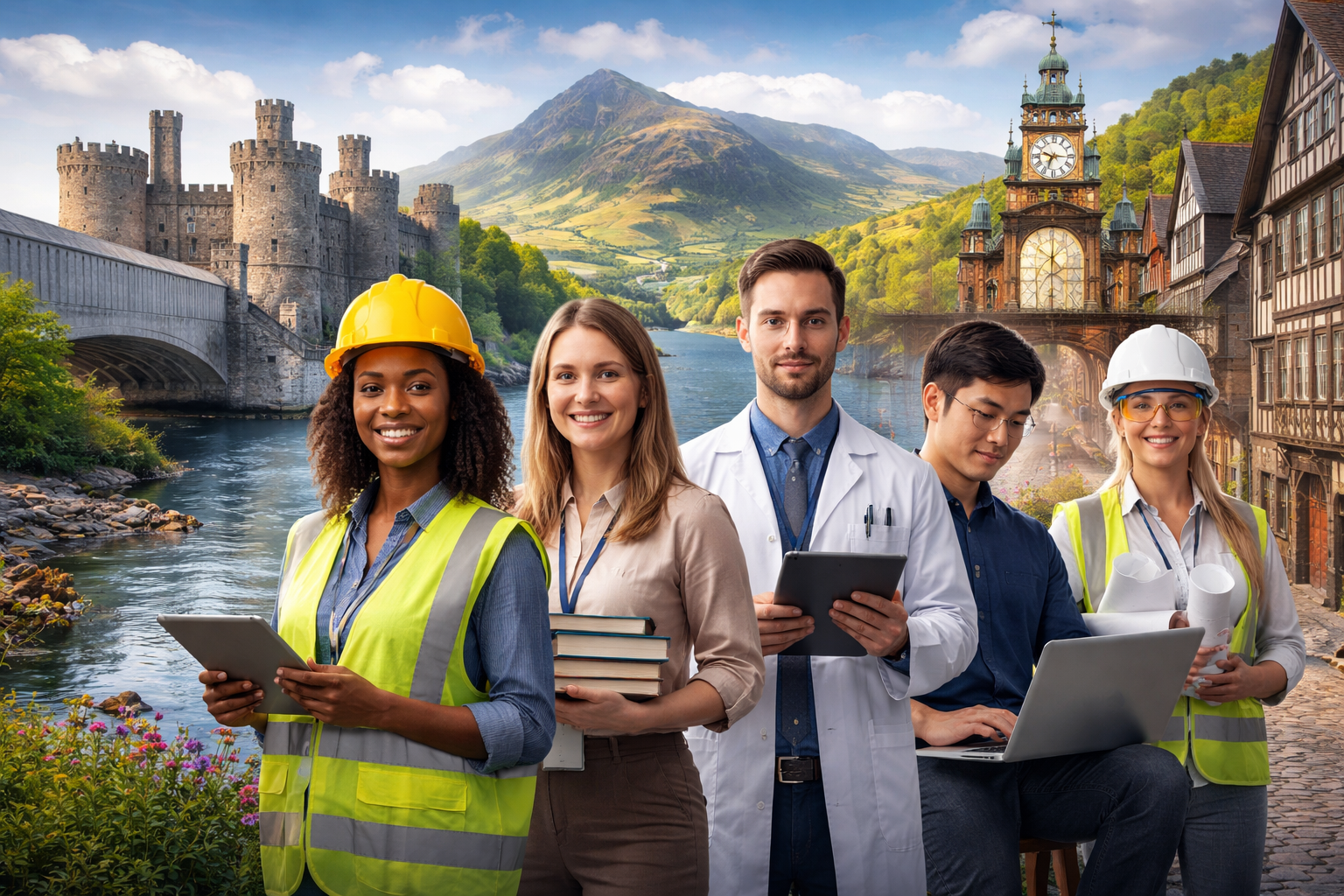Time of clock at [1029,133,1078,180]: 6:47
